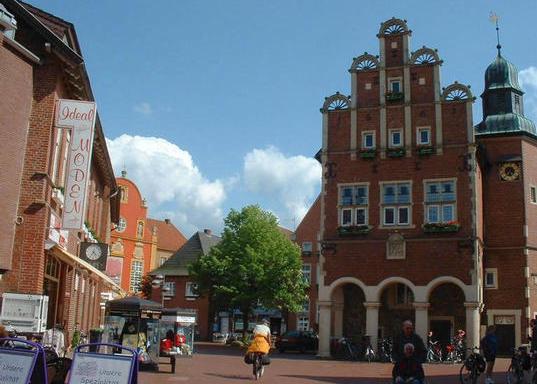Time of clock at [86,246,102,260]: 4:35
